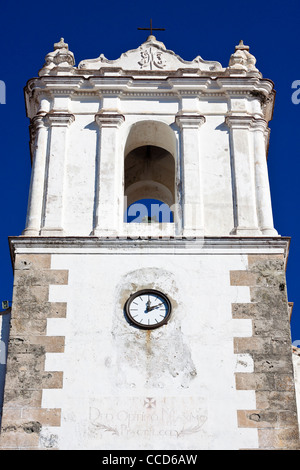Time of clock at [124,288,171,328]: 12:10
